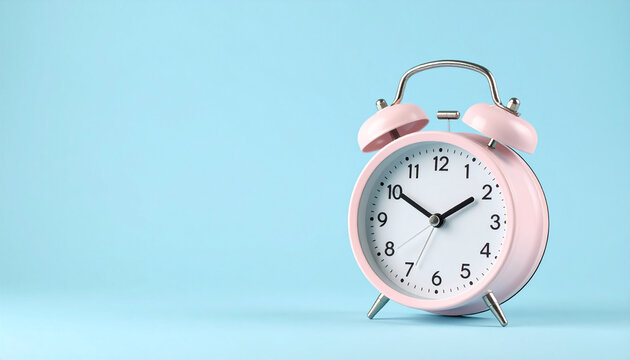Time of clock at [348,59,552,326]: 1:50
